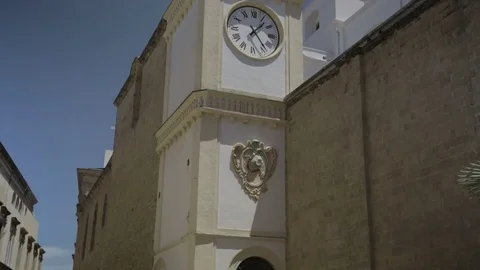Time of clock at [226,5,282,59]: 1:23
